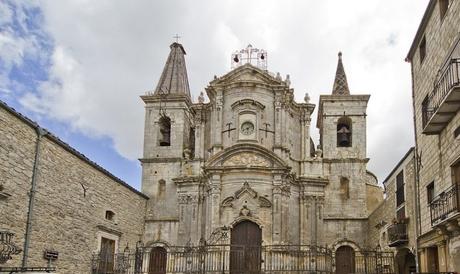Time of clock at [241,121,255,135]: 6:11
